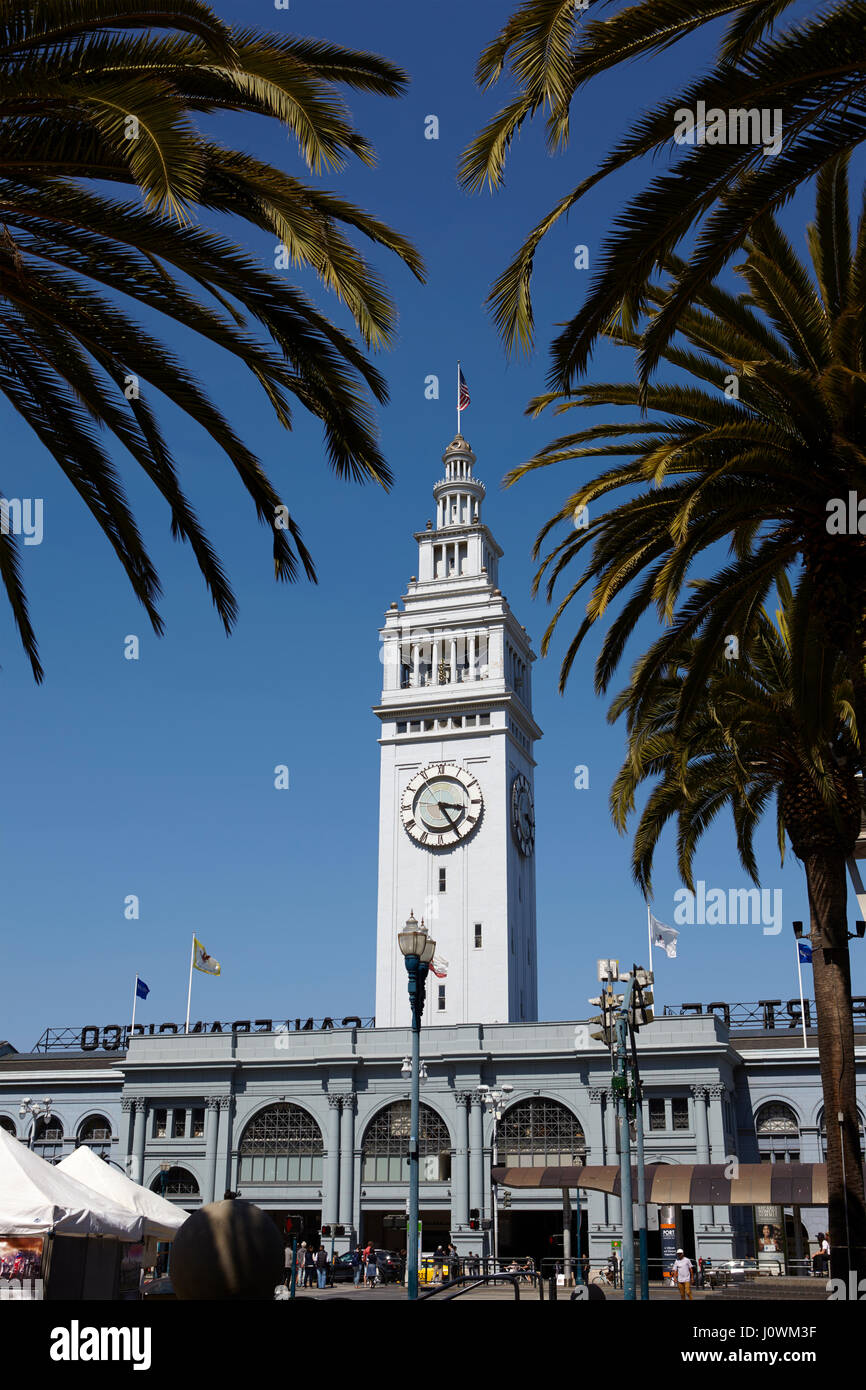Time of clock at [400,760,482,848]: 3:24
